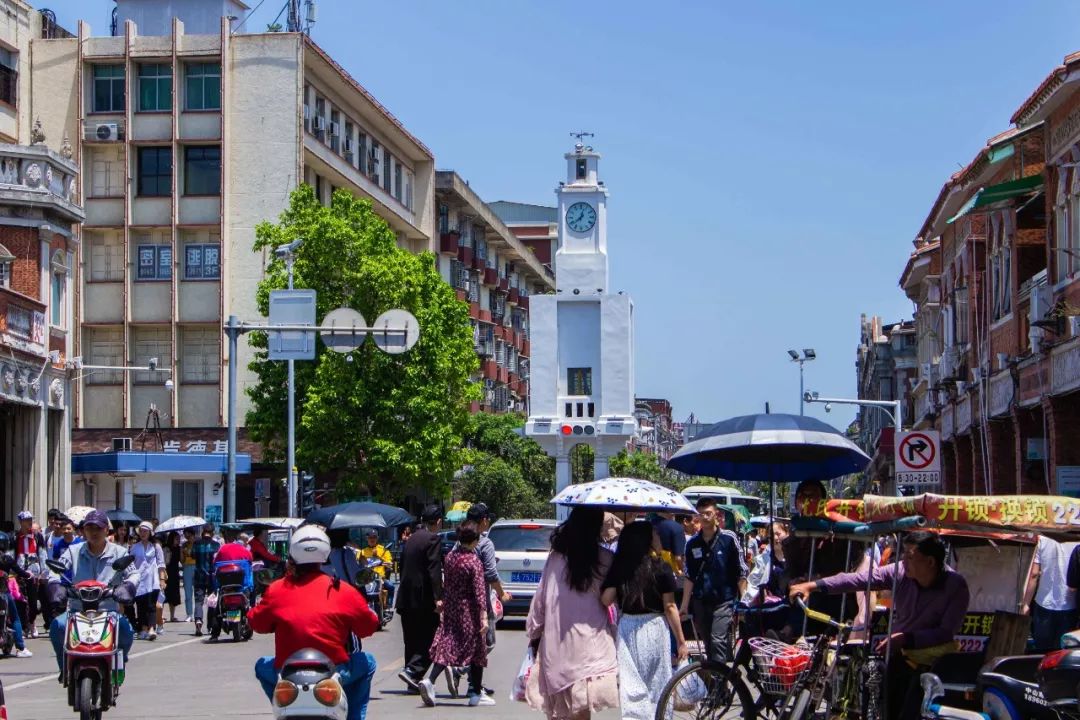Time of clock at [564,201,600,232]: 12:38
